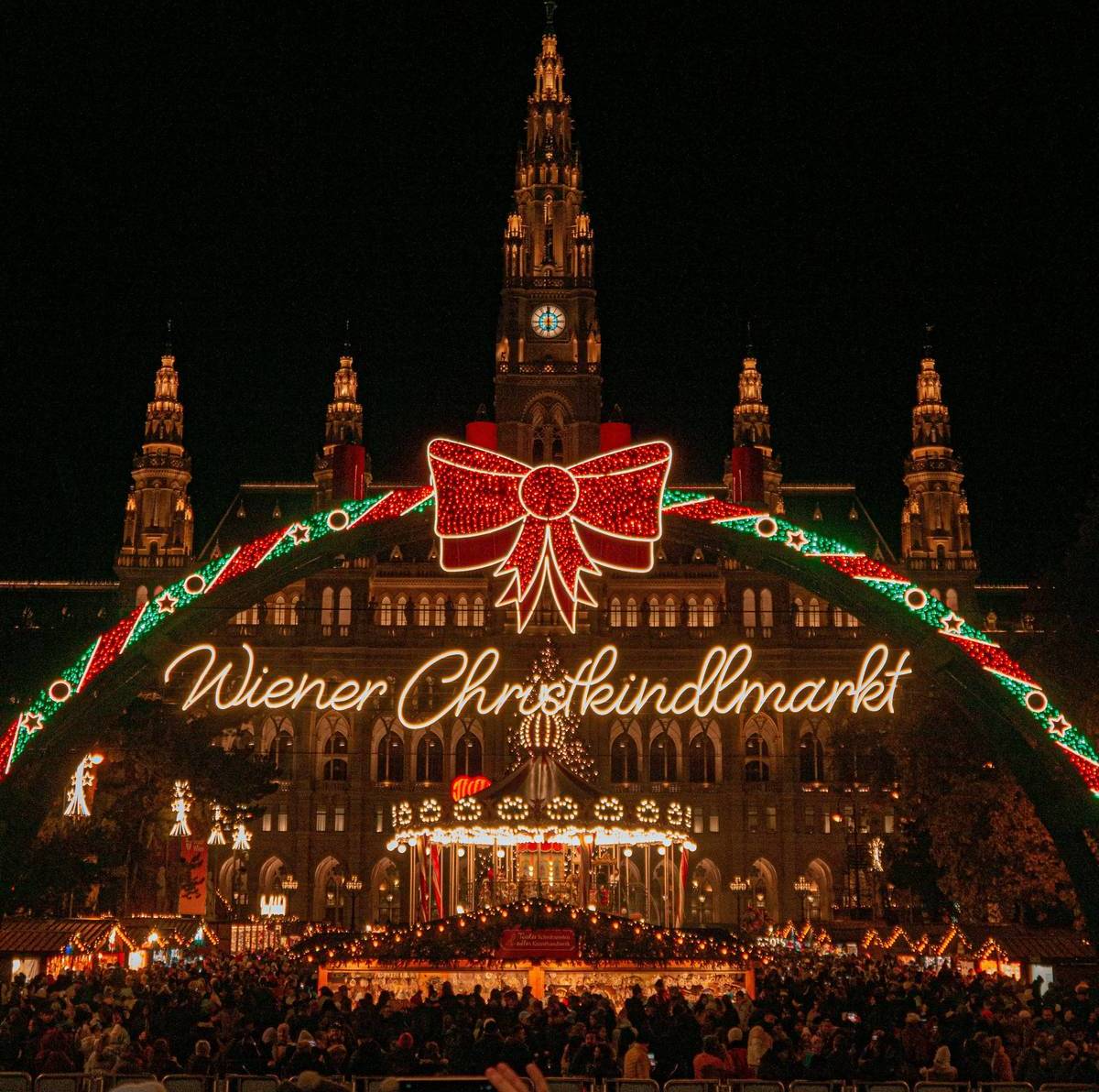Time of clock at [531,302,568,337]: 5:59
